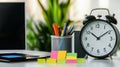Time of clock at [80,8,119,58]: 10:09
